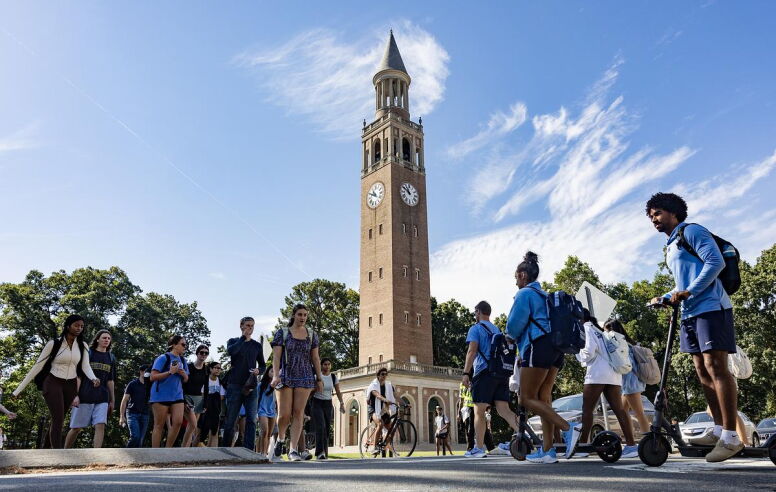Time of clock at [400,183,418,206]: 10:50
